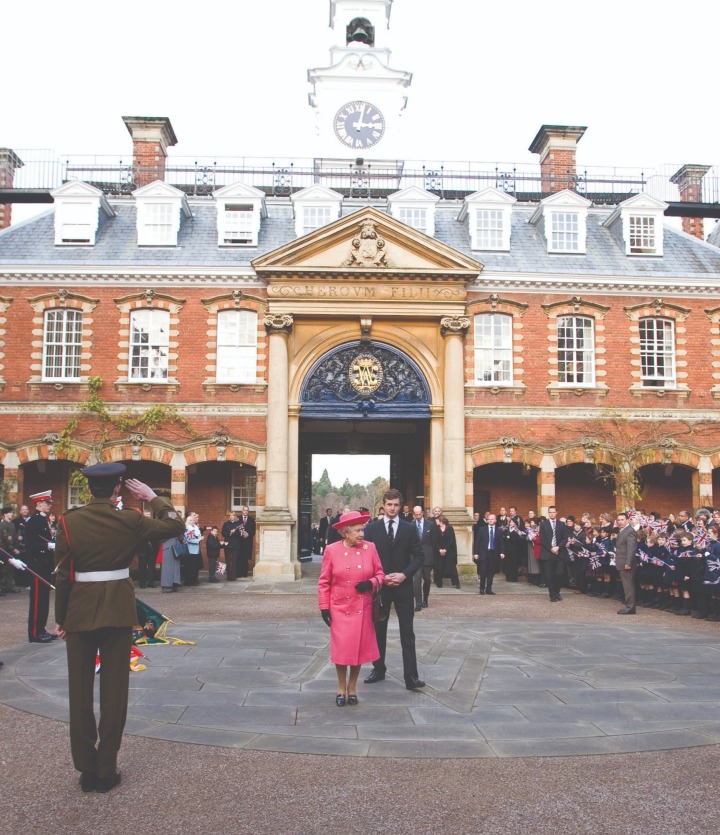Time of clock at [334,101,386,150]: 3:02
